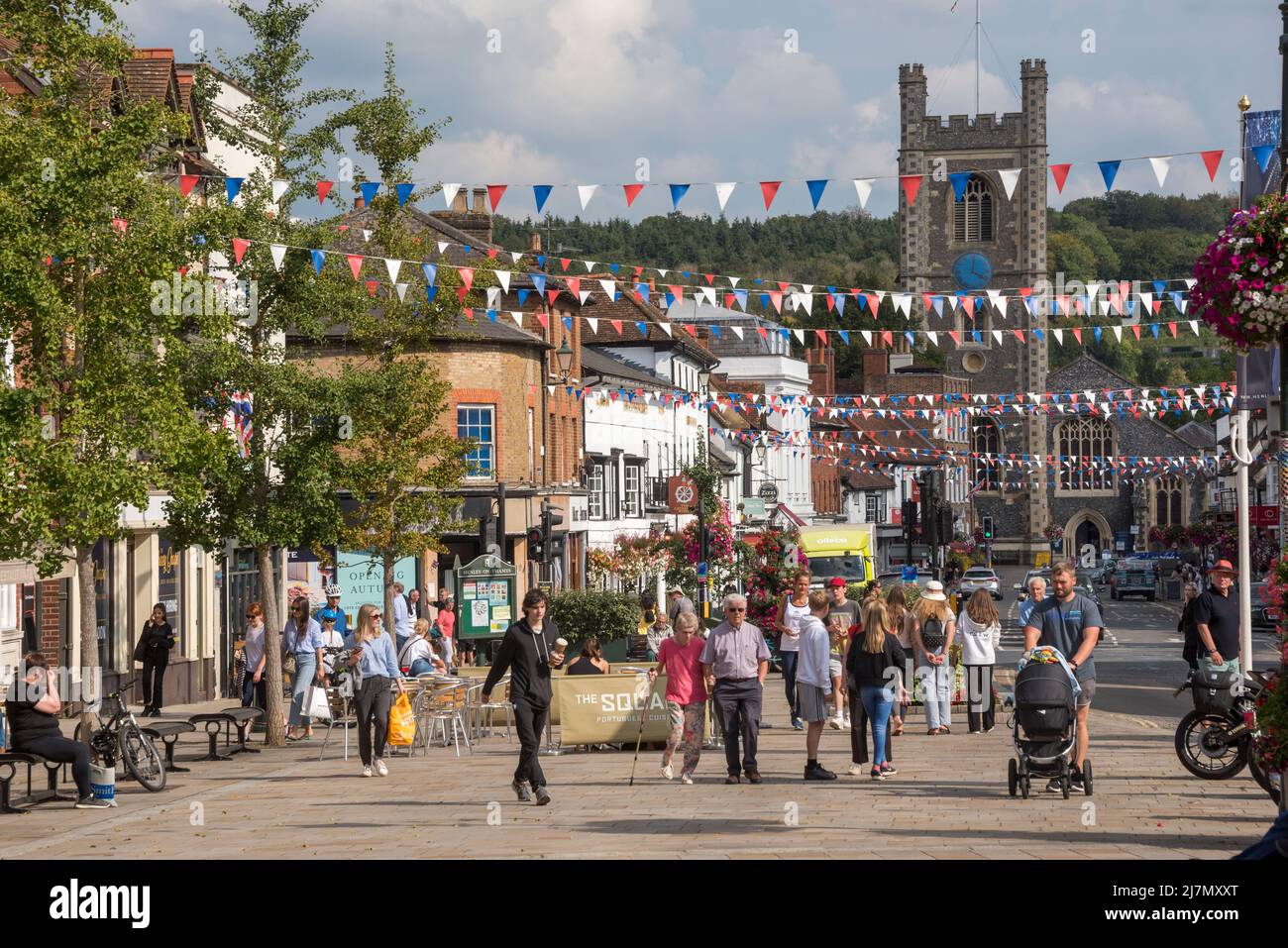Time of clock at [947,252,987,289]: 4:01
